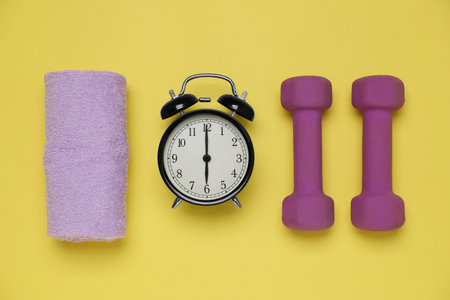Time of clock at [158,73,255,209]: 6:00
